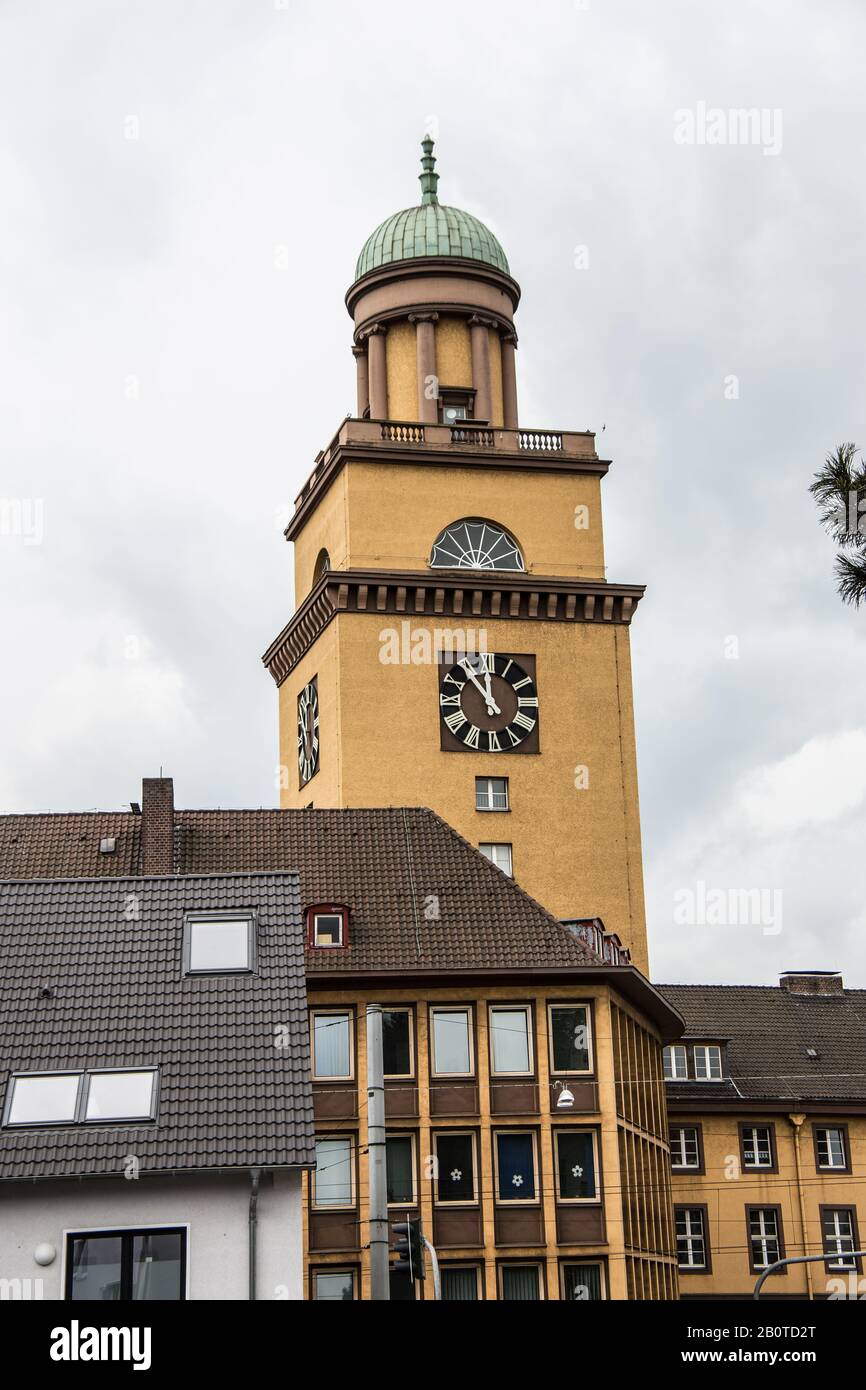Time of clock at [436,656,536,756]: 11:53
